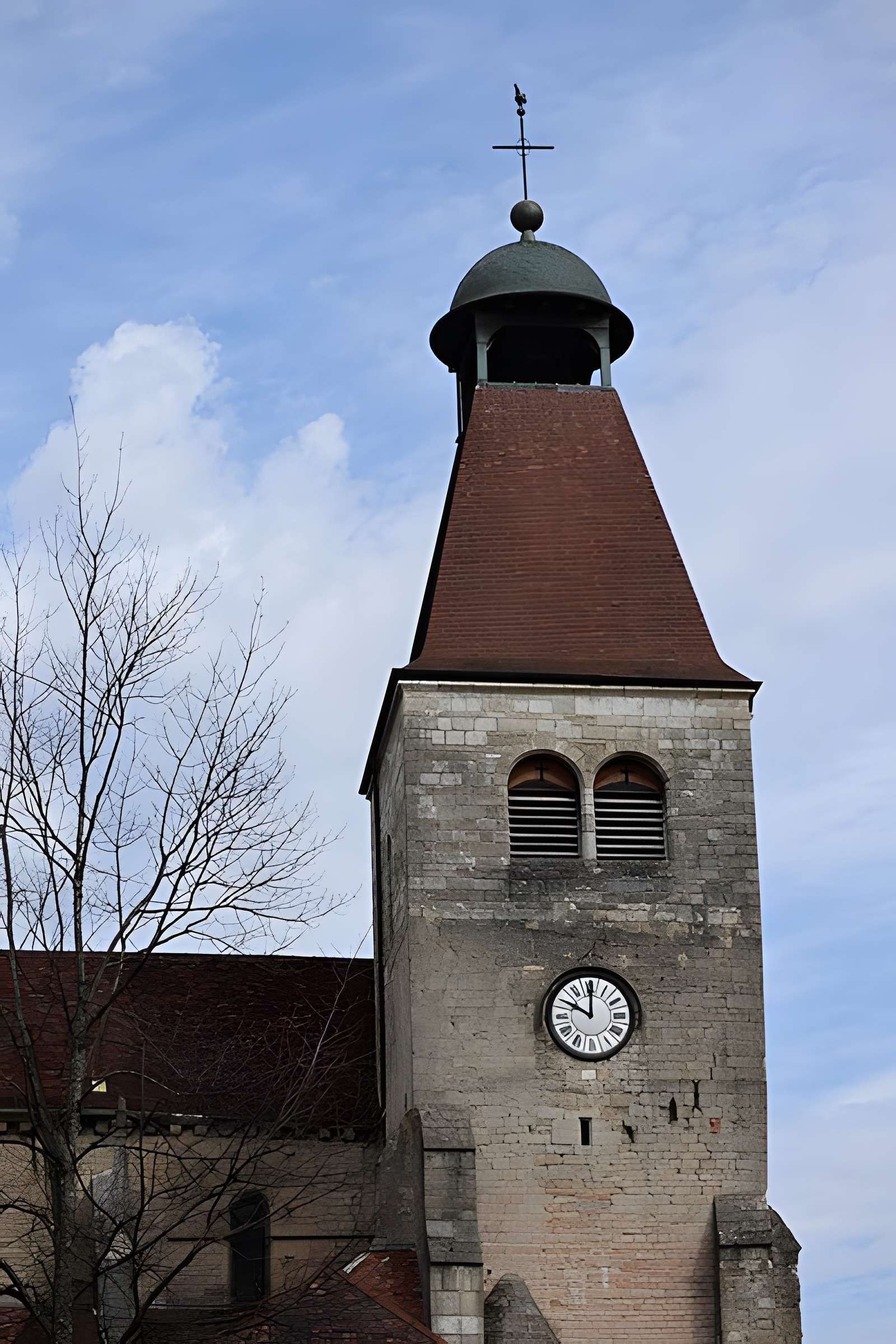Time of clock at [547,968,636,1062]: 10:00
